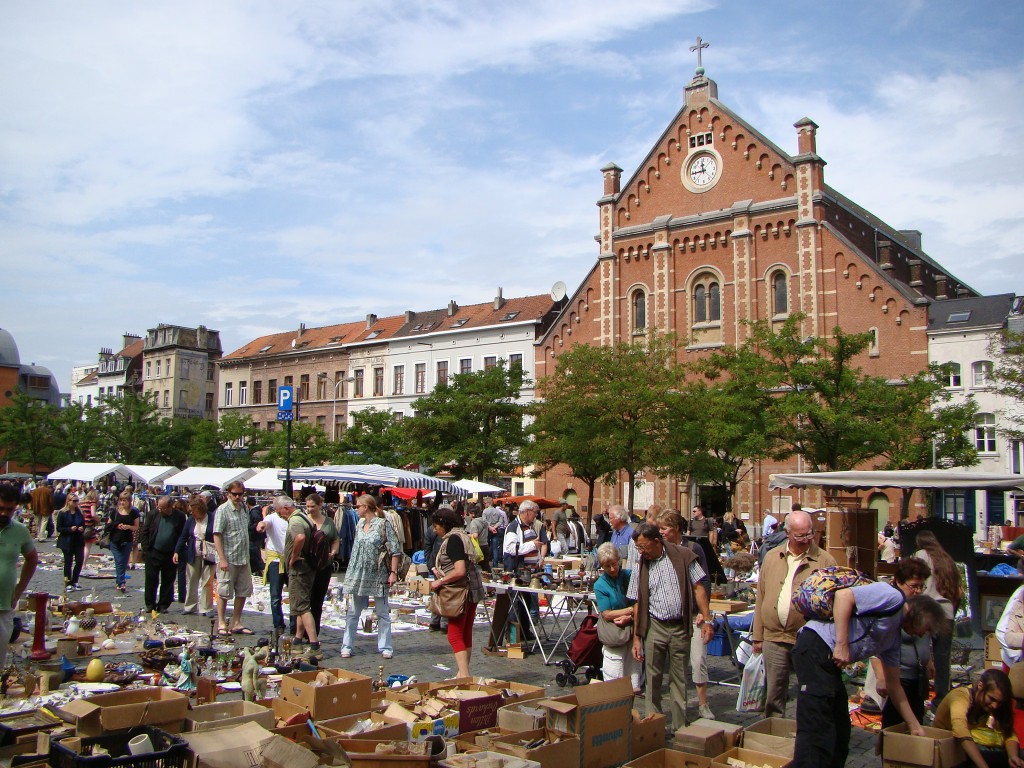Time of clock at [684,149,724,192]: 11:44
